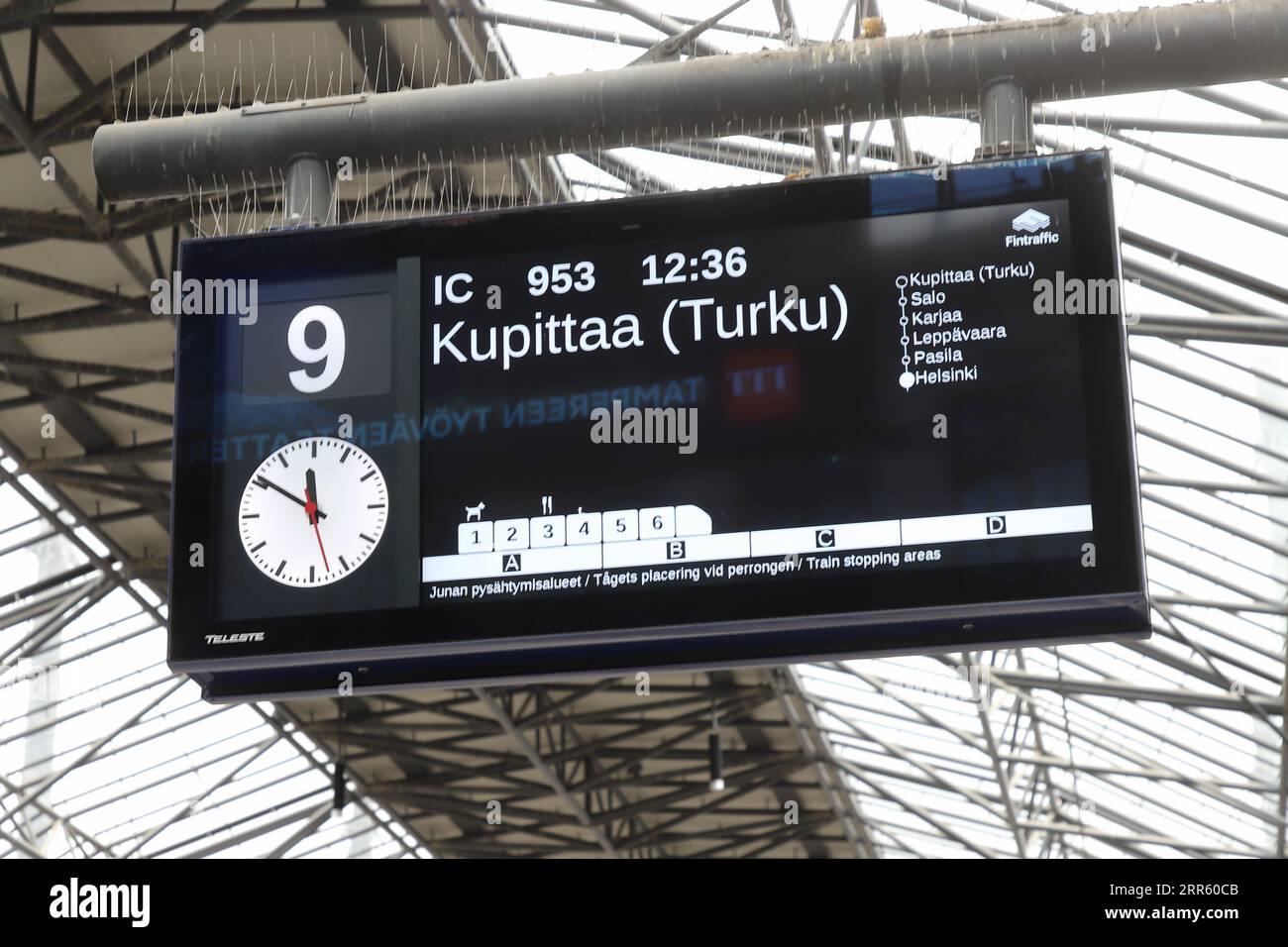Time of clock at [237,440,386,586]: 11:50
